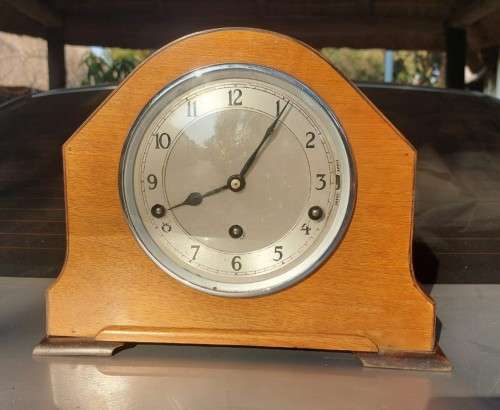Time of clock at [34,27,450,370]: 8:05
